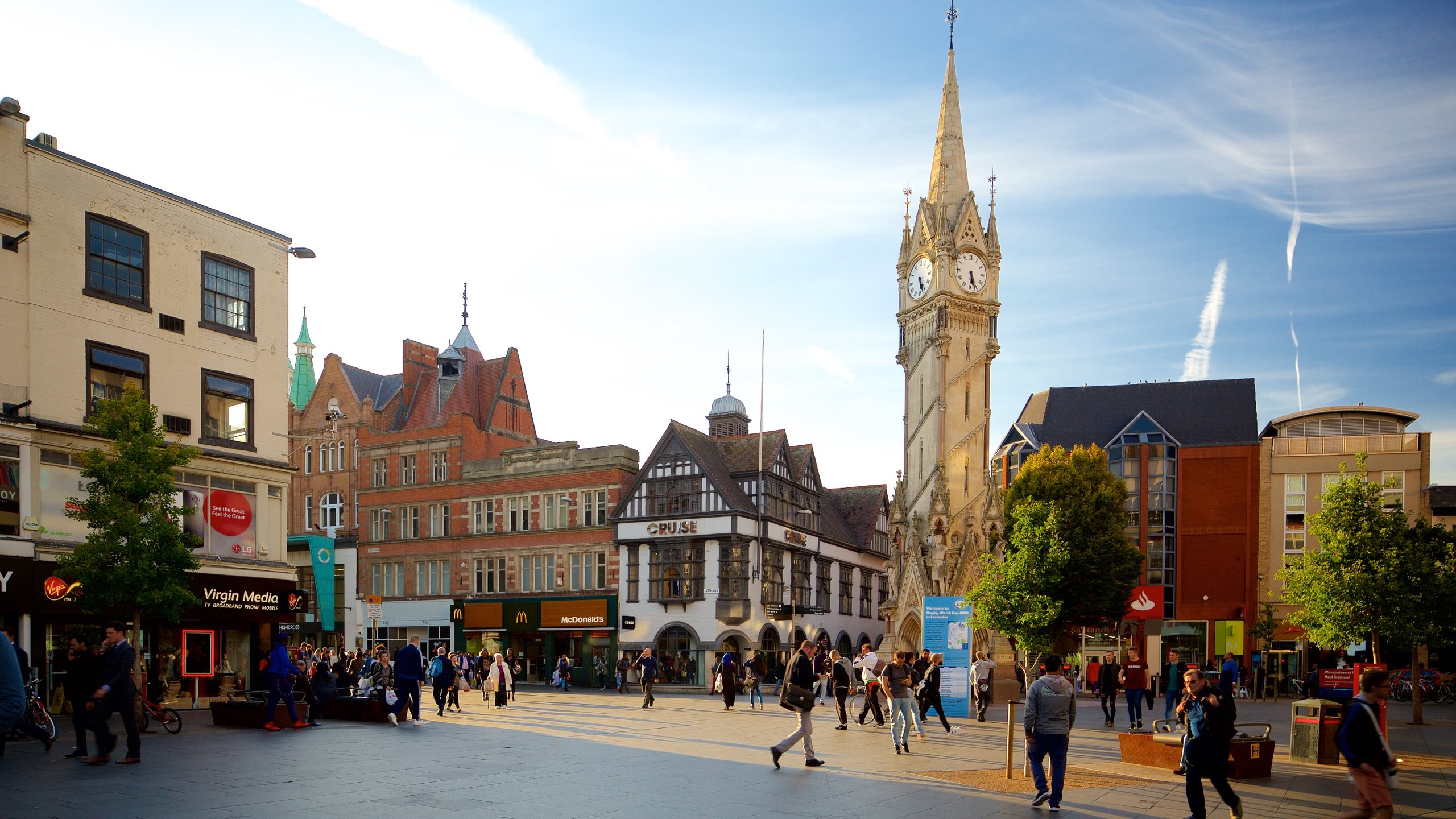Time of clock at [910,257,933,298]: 5:26
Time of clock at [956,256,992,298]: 5:26
